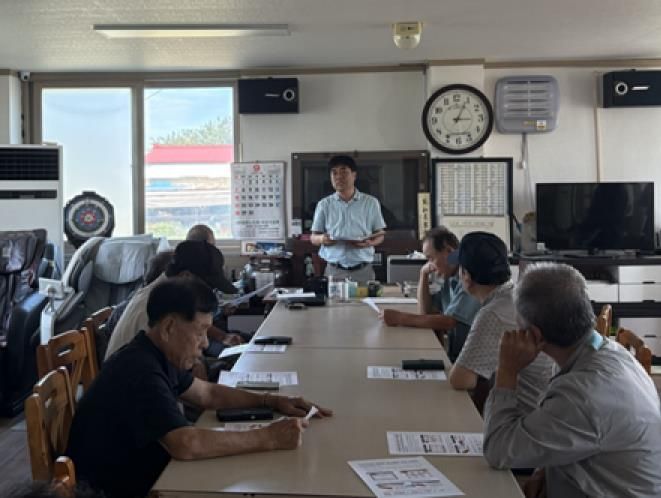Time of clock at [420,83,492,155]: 3:04
